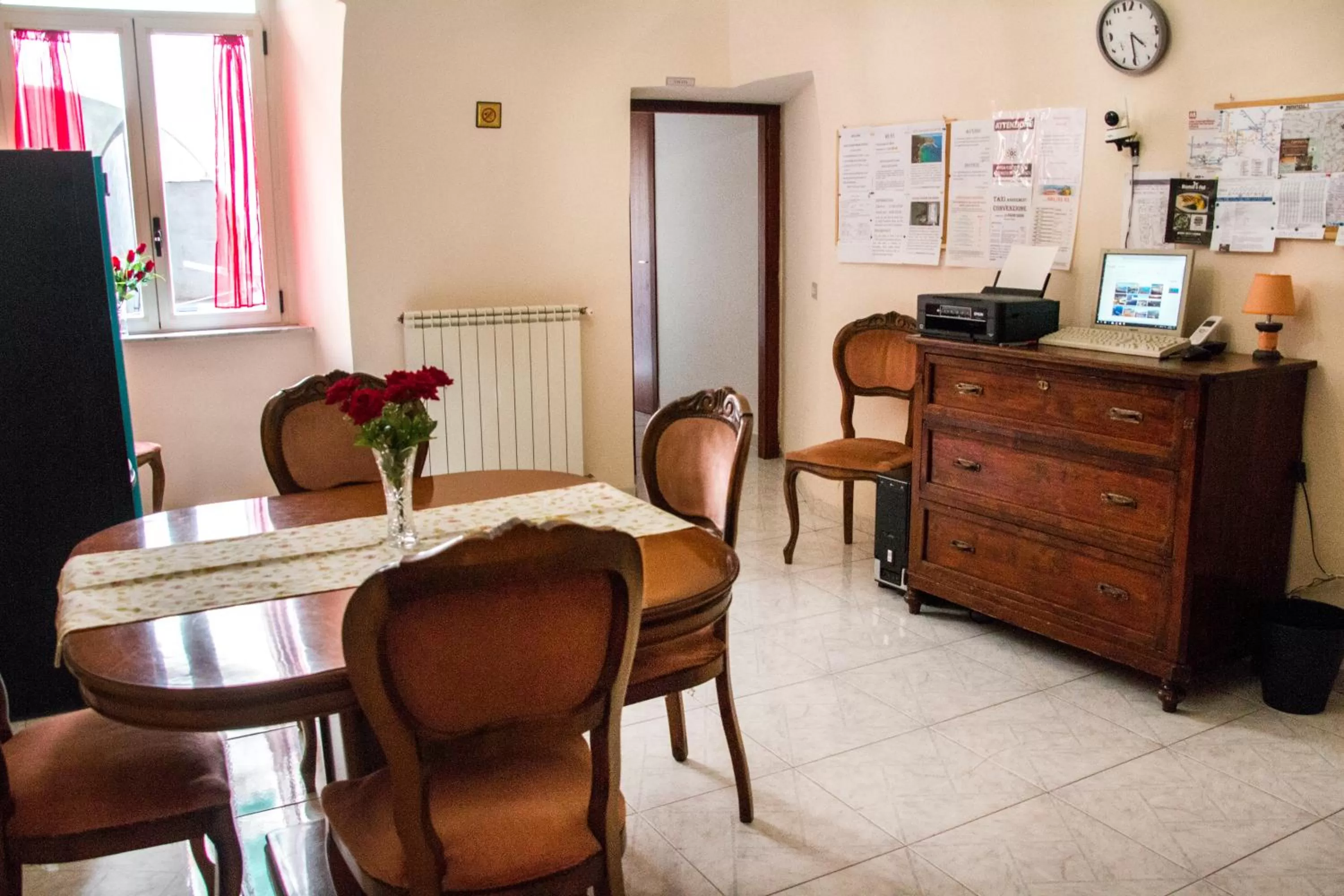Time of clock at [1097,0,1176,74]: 4:30
